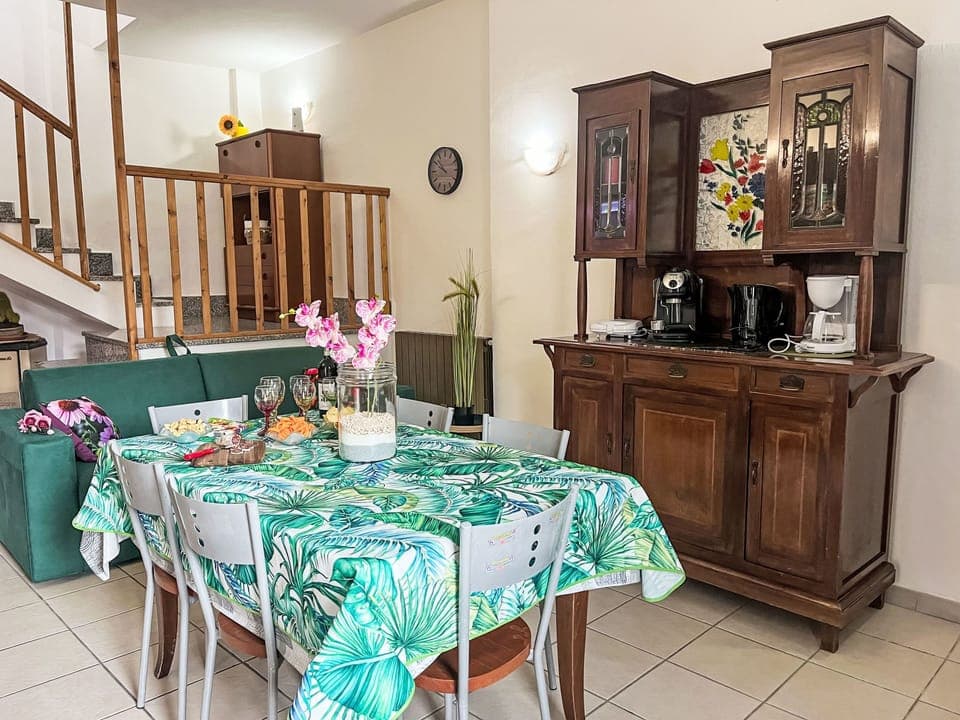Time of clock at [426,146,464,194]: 9:51
